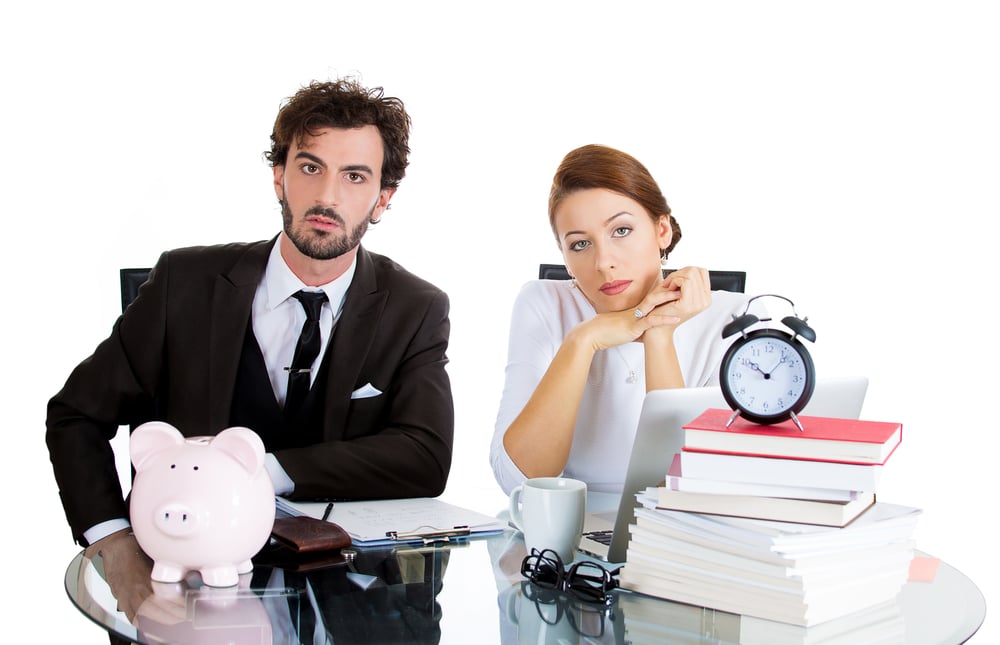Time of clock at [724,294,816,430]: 10:07
